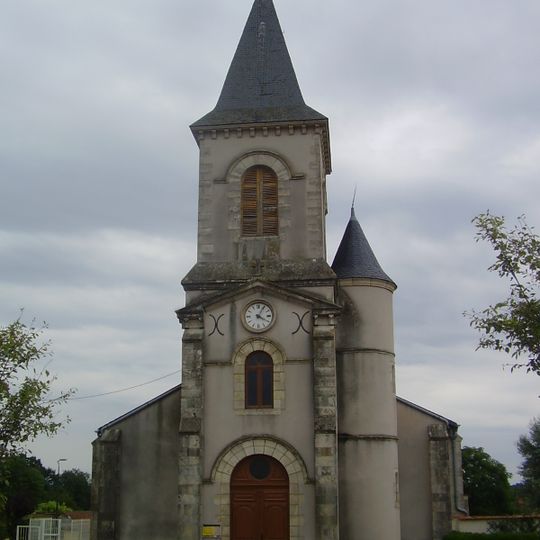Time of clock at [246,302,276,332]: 4:04
